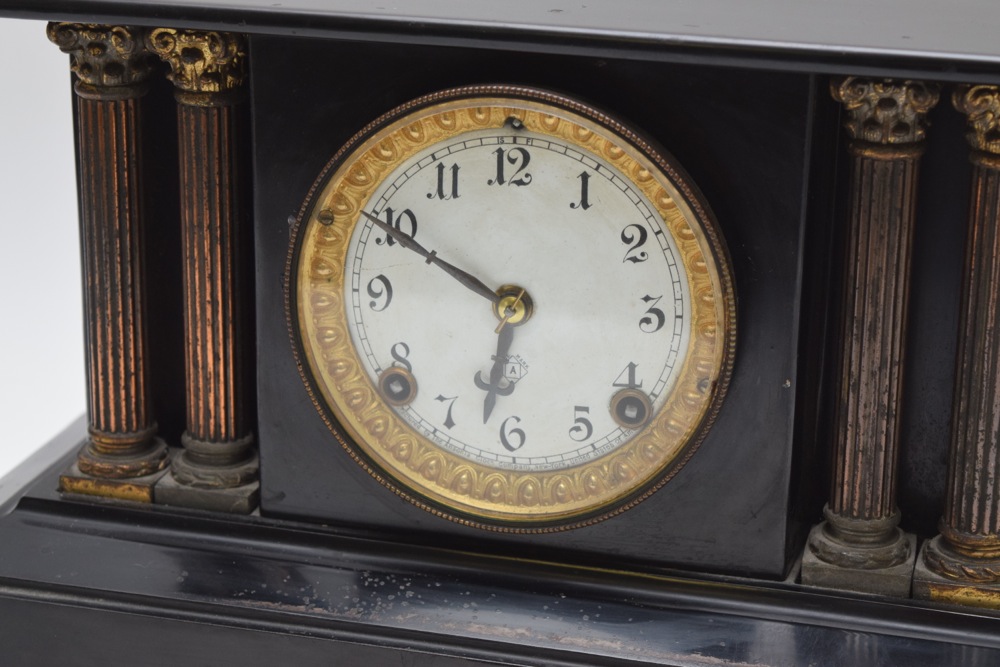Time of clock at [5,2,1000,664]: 6:49
